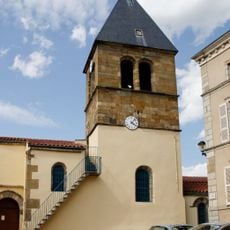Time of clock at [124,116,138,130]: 4:07
